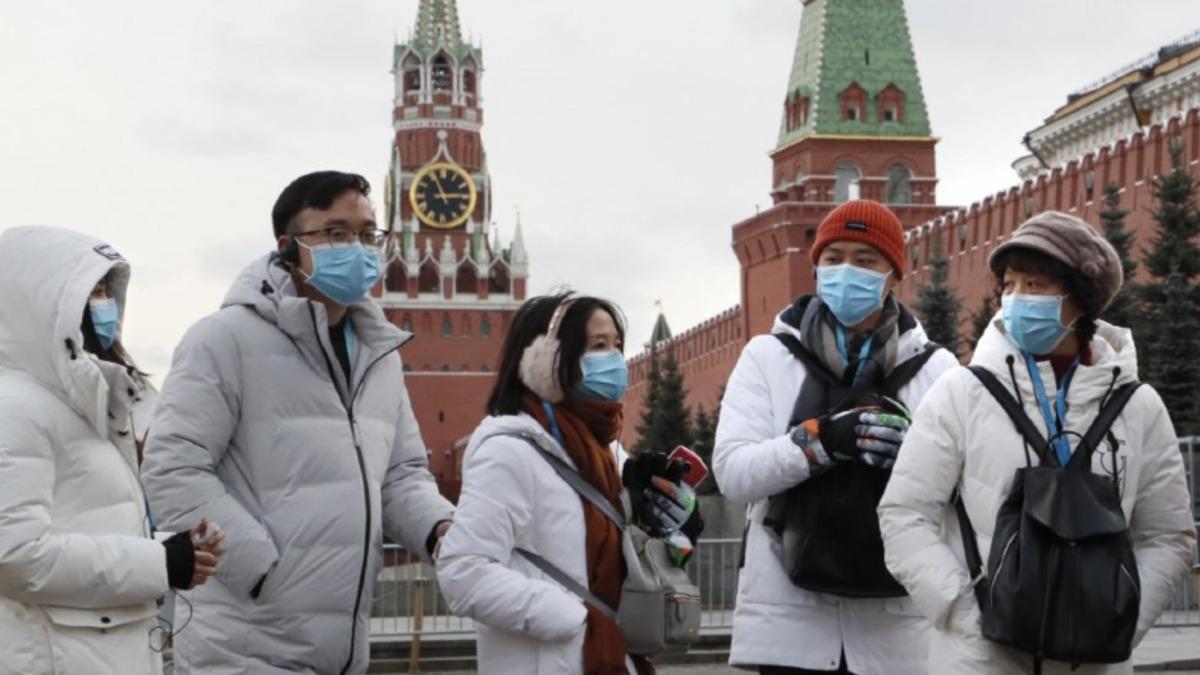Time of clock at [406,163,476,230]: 2:56
